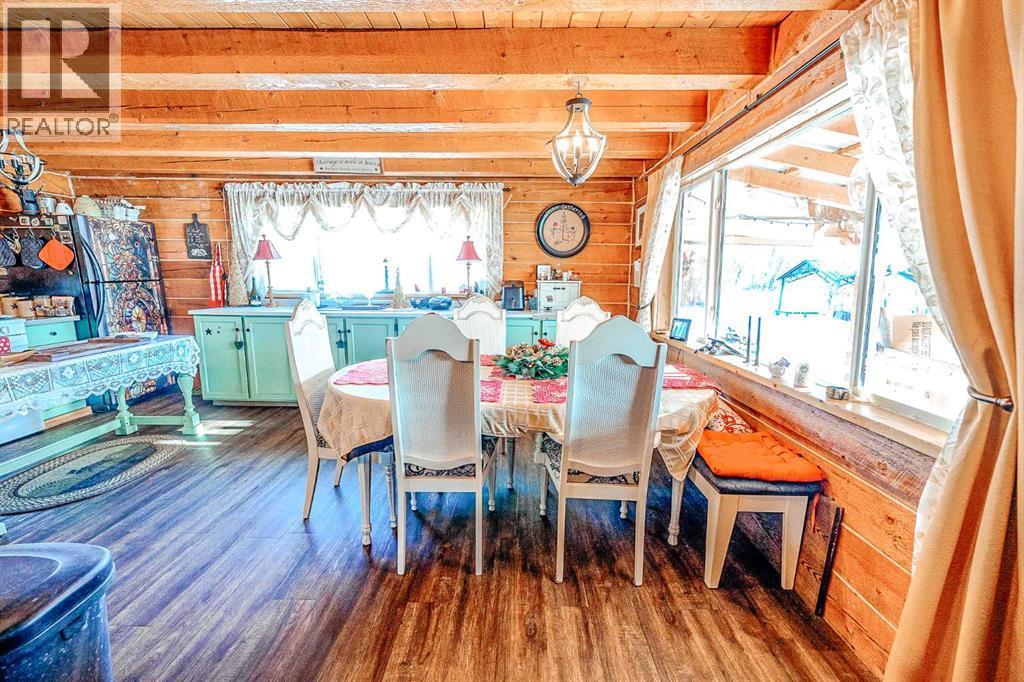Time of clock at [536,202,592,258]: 5:59
